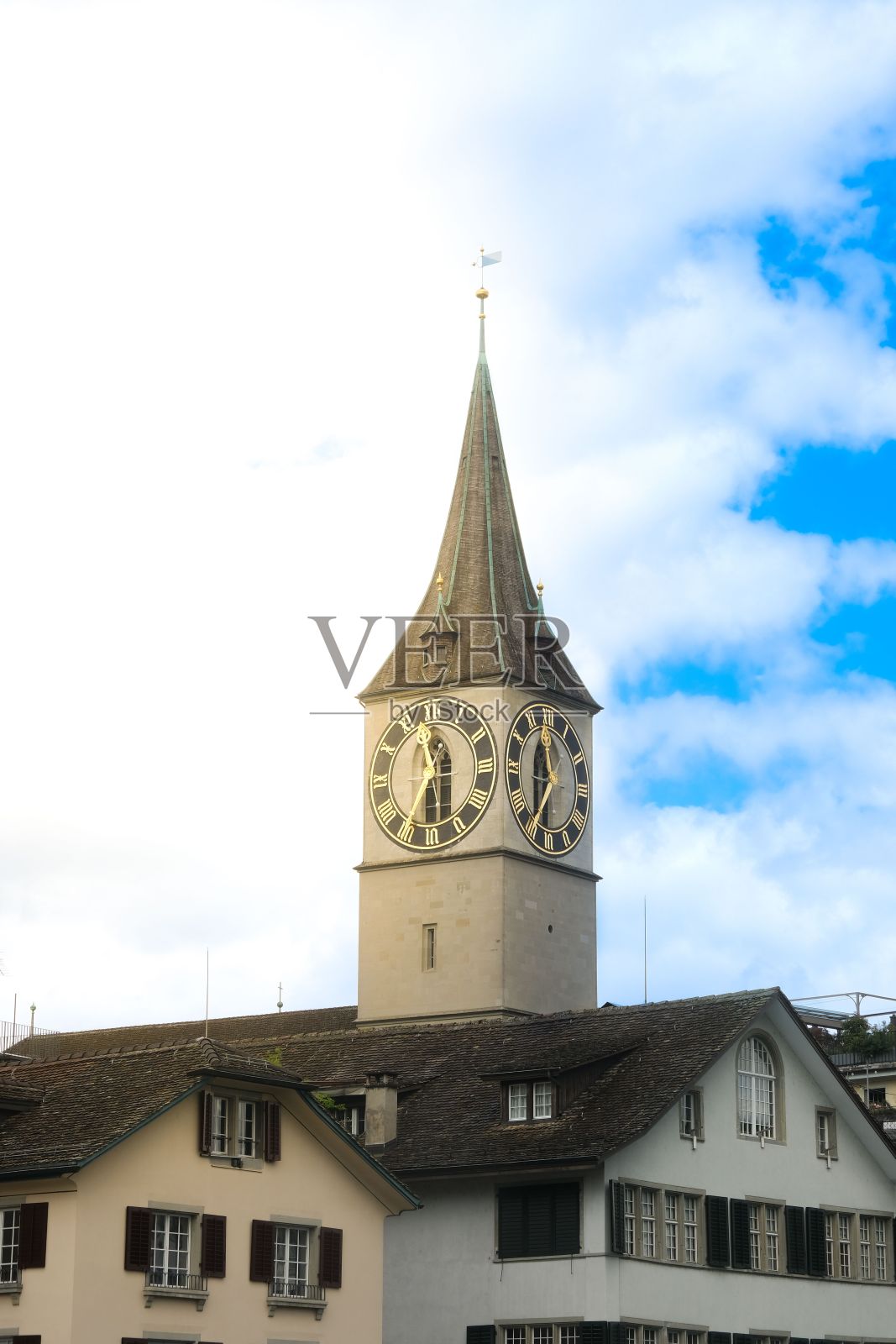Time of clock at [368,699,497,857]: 11:35
